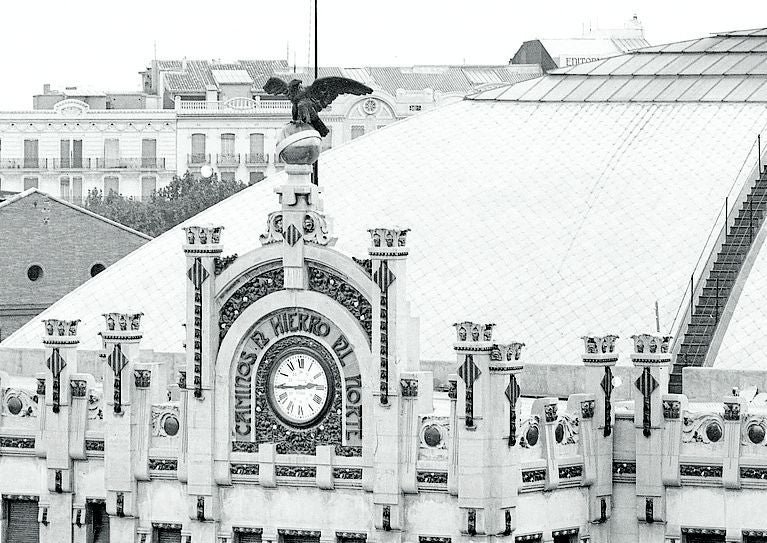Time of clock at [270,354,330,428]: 2:45
